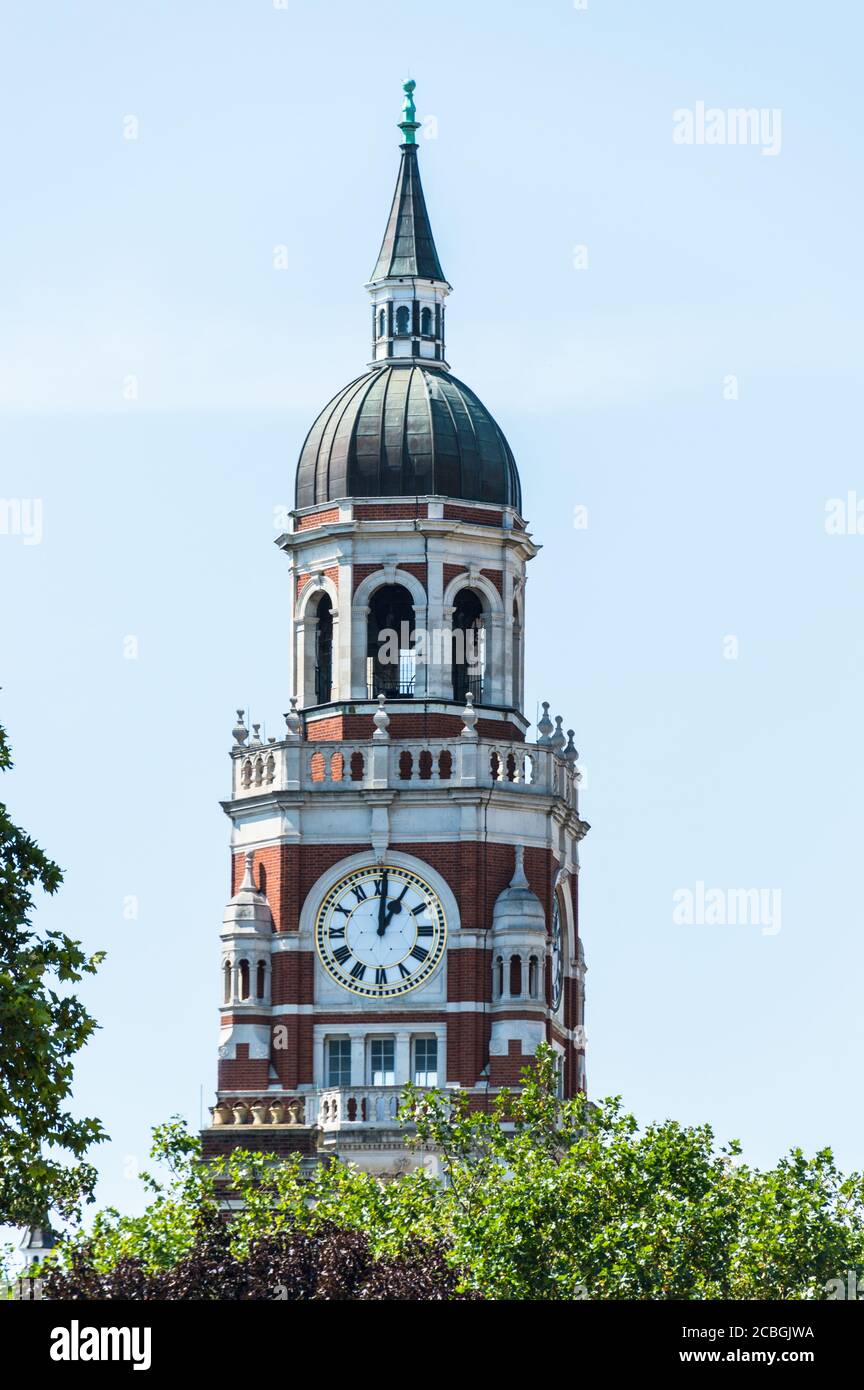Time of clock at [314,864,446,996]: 1:00
